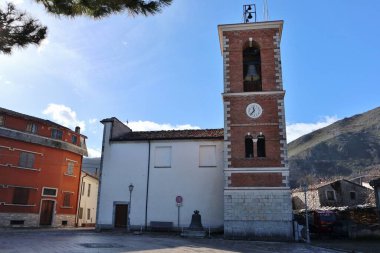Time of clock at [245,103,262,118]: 11:36
